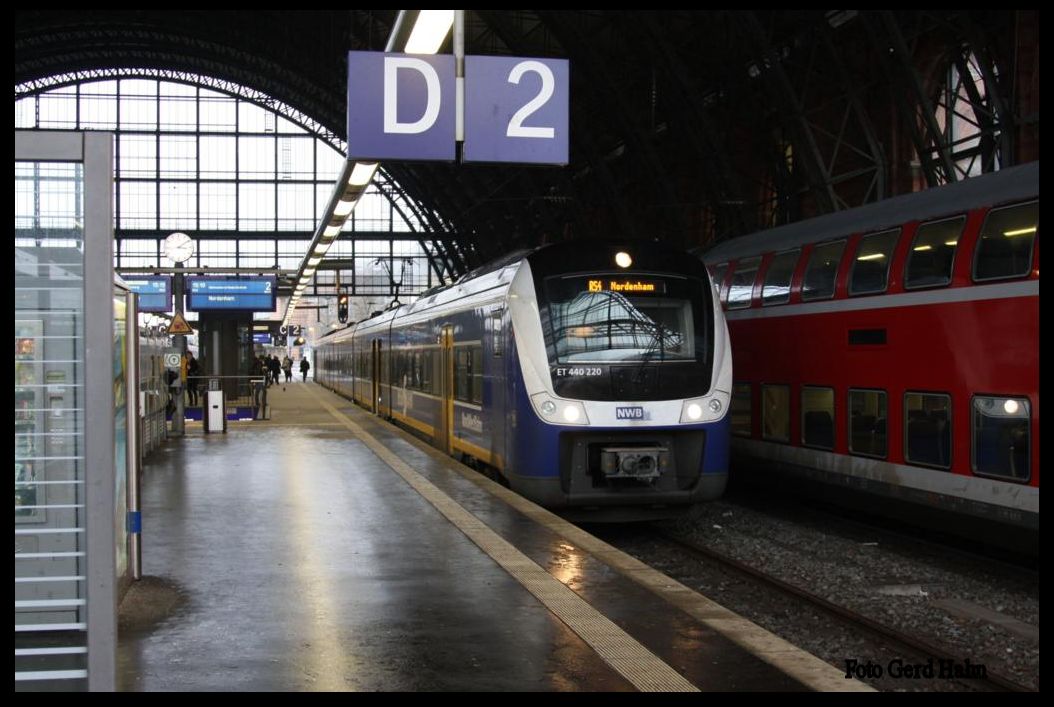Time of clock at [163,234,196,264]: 3:09
